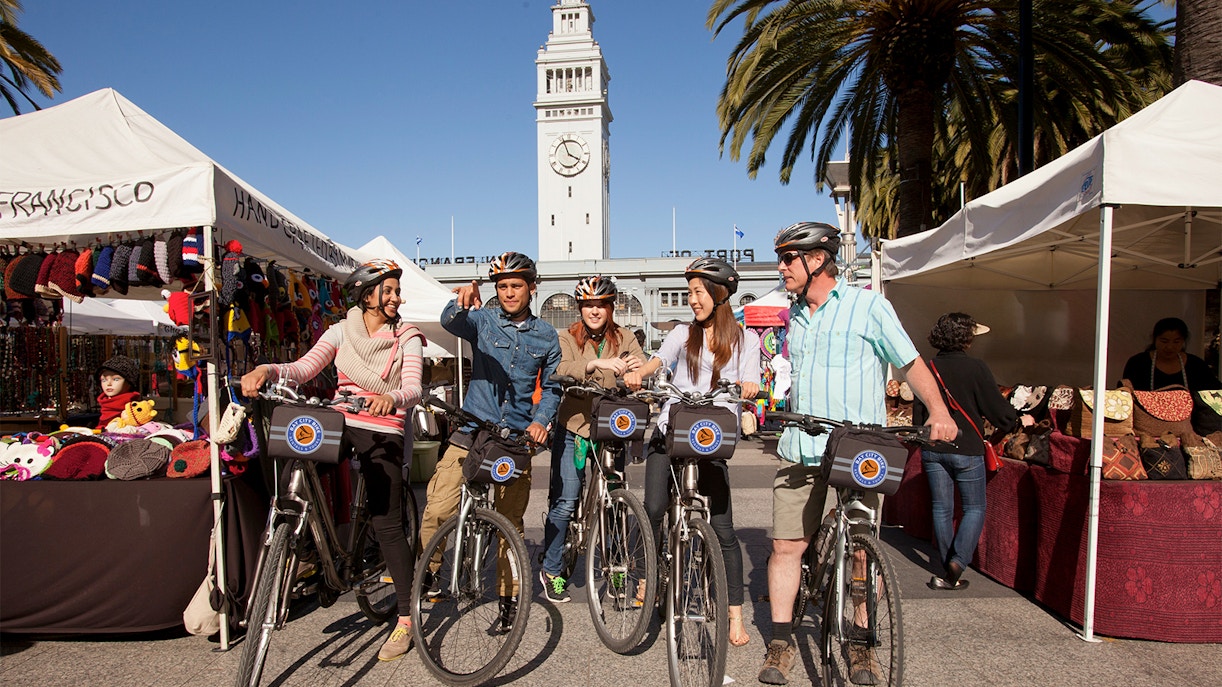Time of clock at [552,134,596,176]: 3:56
